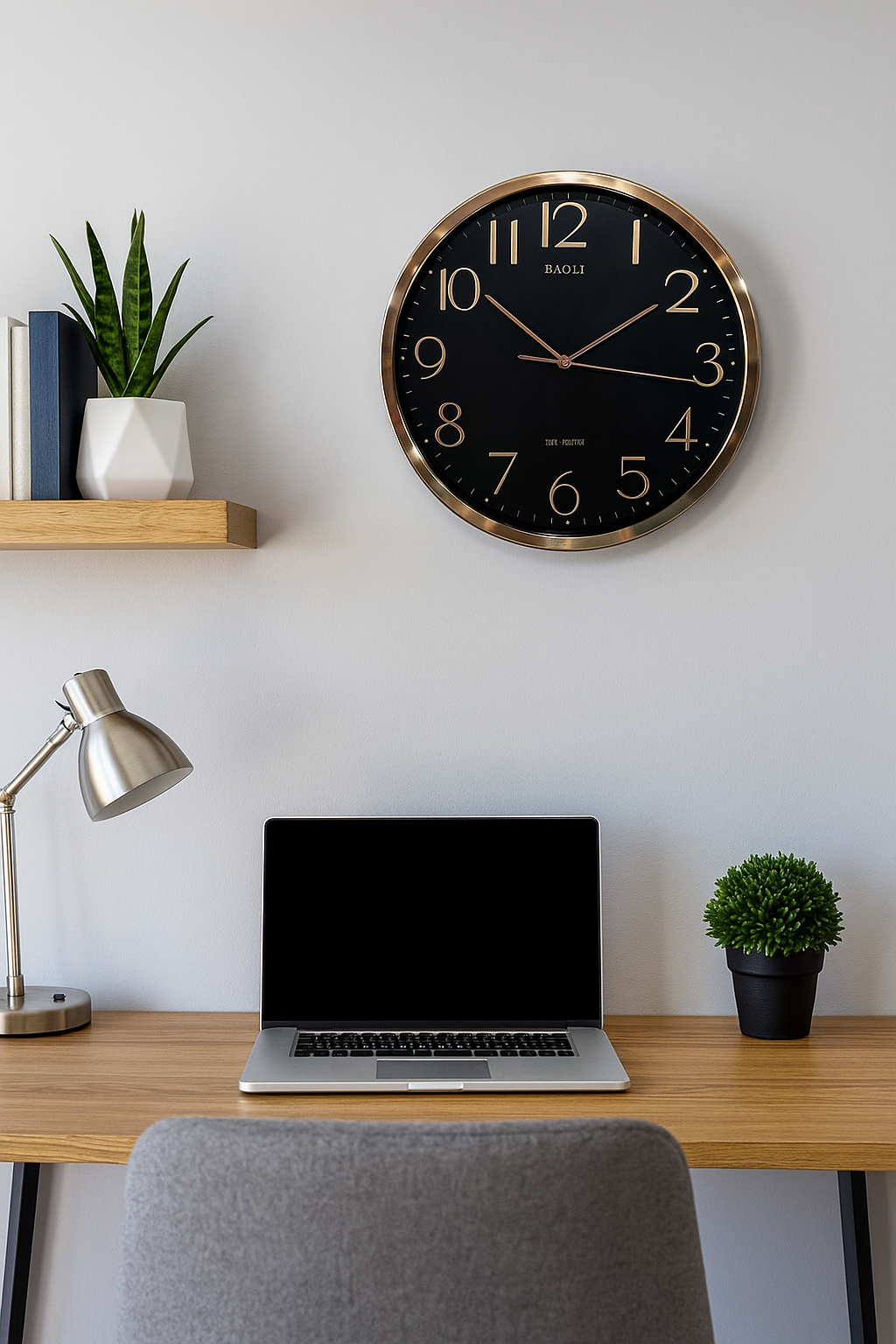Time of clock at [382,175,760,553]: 10:16
